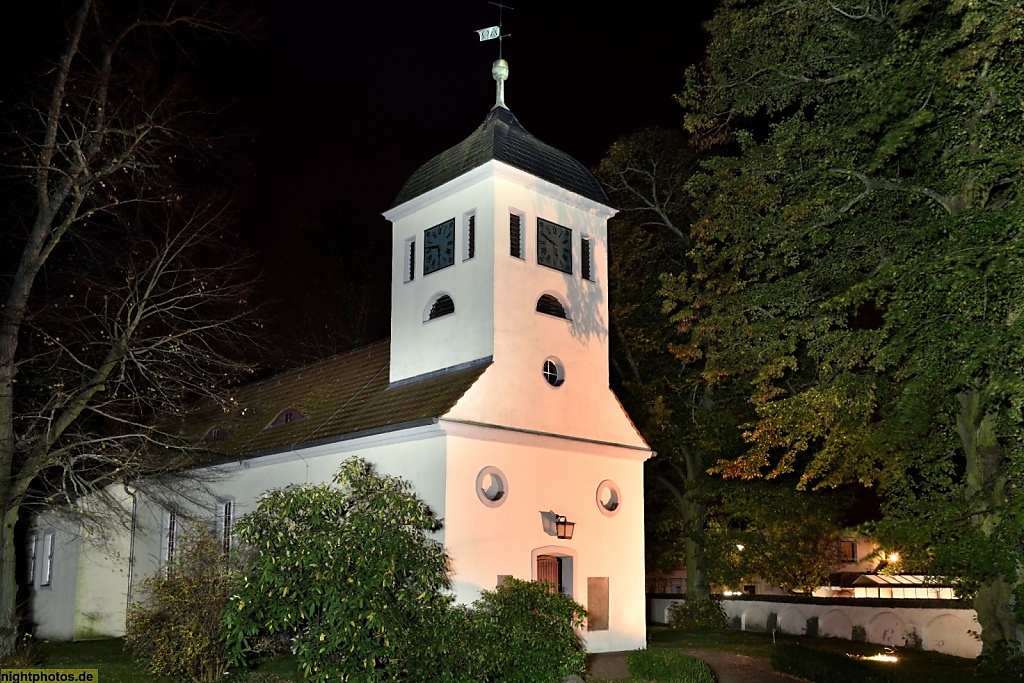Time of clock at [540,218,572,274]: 5:49
